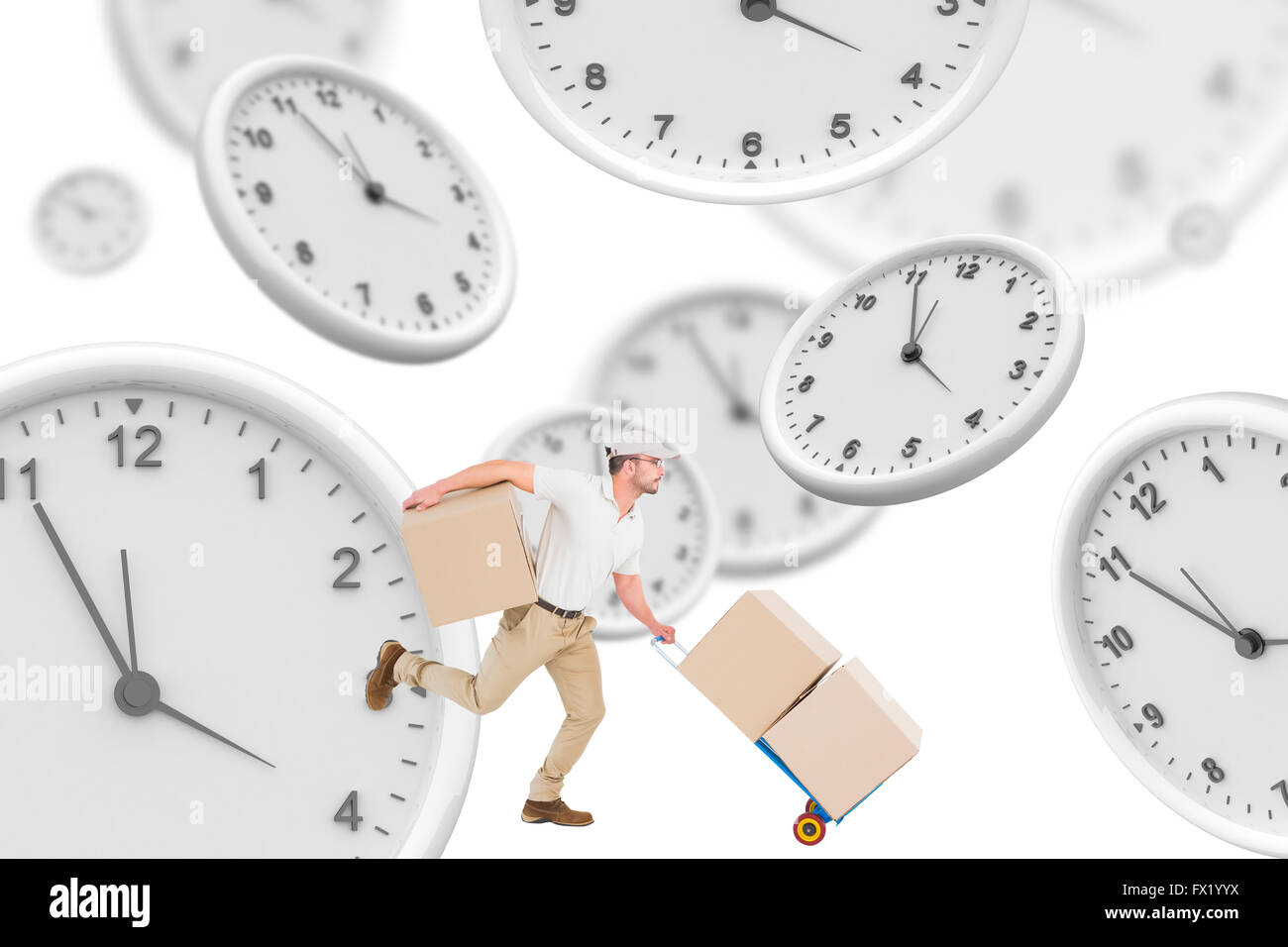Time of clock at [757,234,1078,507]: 3:55
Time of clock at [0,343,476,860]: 3:54
